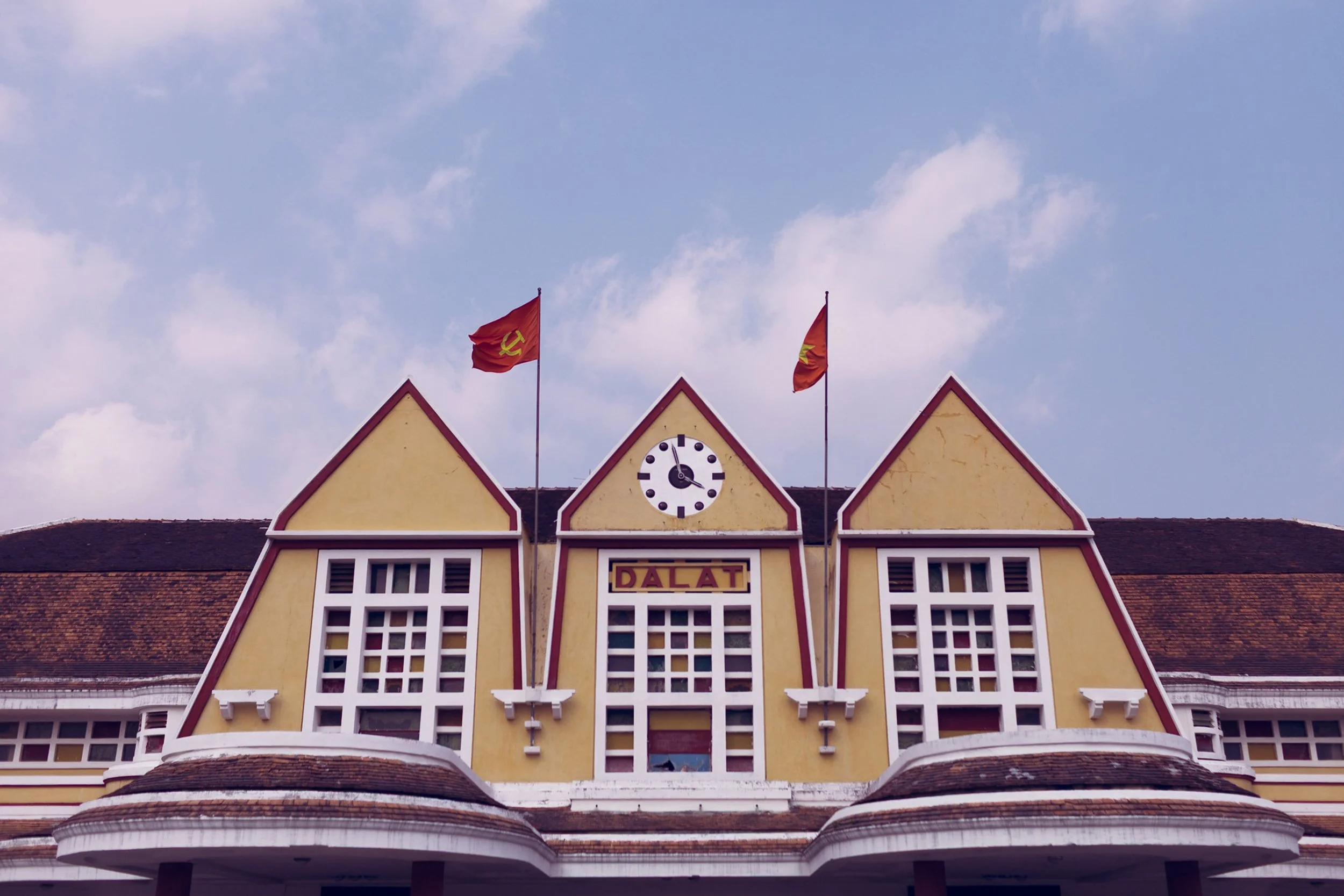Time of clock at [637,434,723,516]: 3:57
